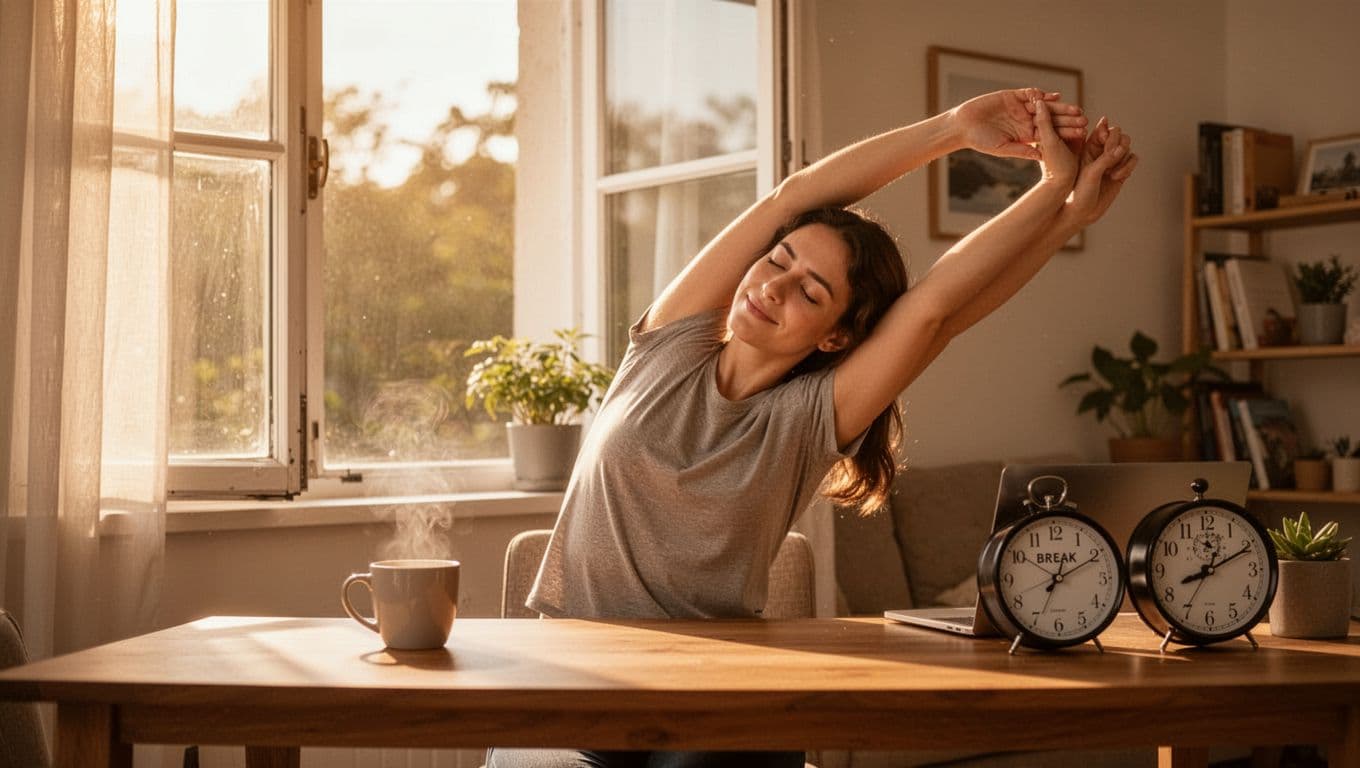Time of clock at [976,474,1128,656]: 1:10
